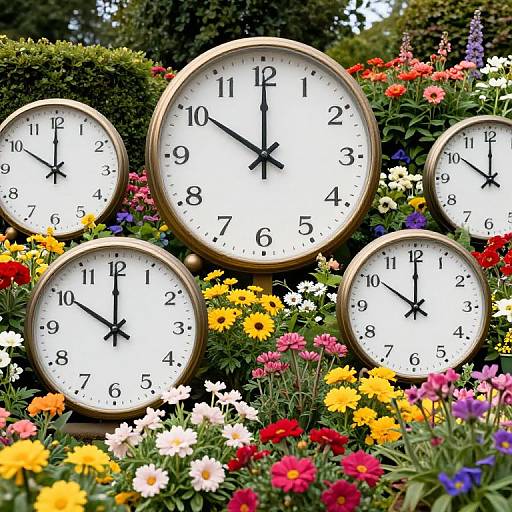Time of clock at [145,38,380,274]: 10:00
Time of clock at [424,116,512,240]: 10:00
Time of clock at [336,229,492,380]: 10:00
